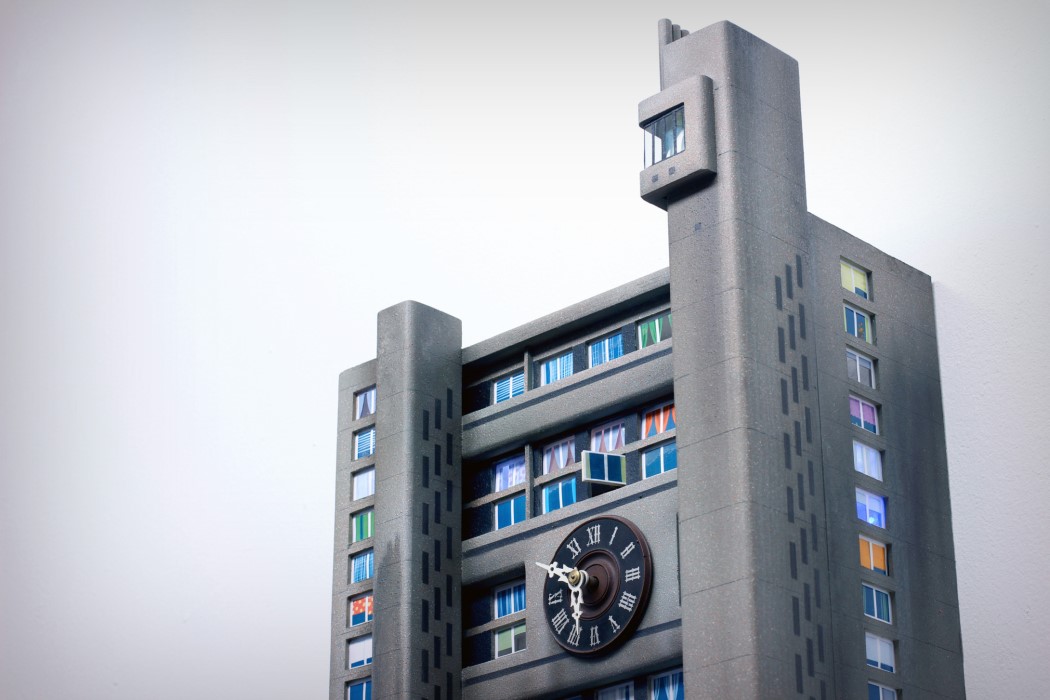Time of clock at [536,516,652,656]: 5:50
